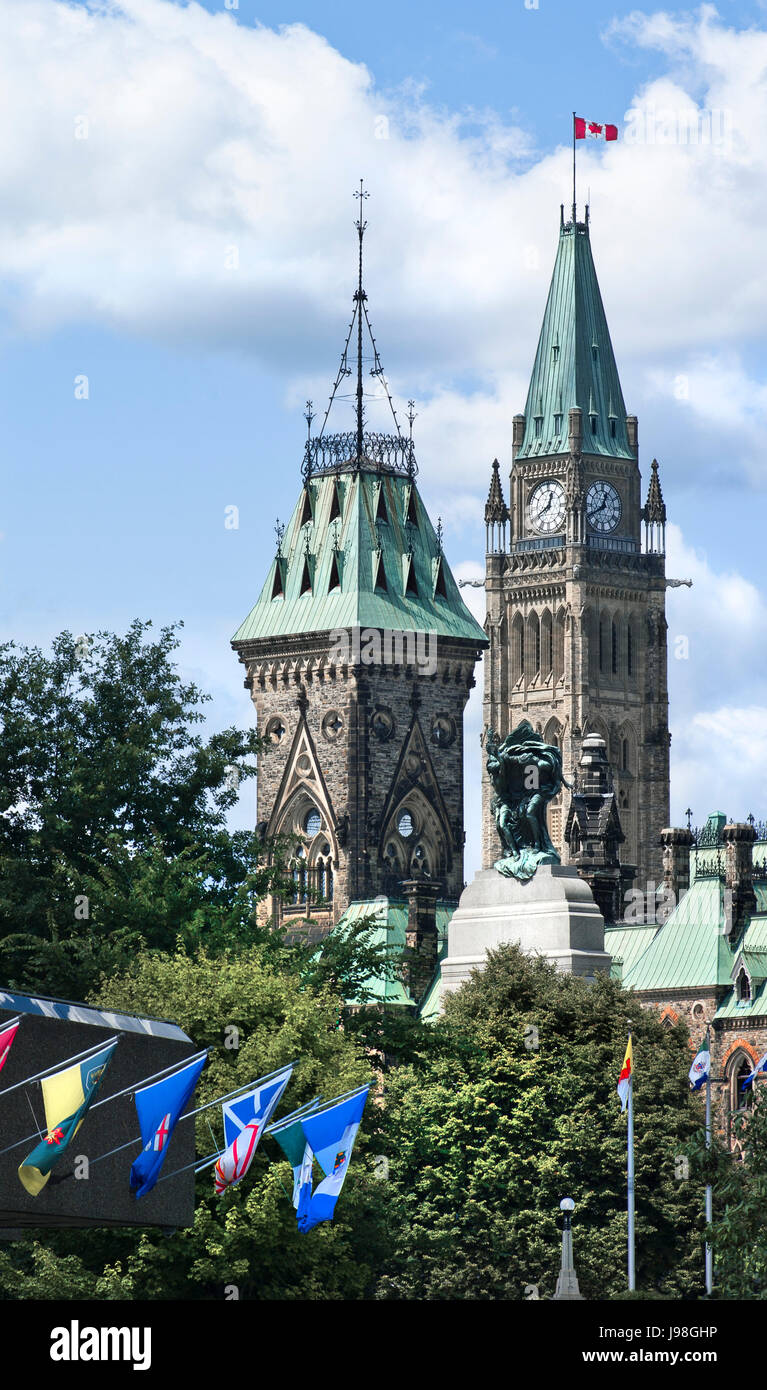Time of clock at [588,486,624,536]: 12:40
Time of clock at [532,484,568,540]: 12:40
